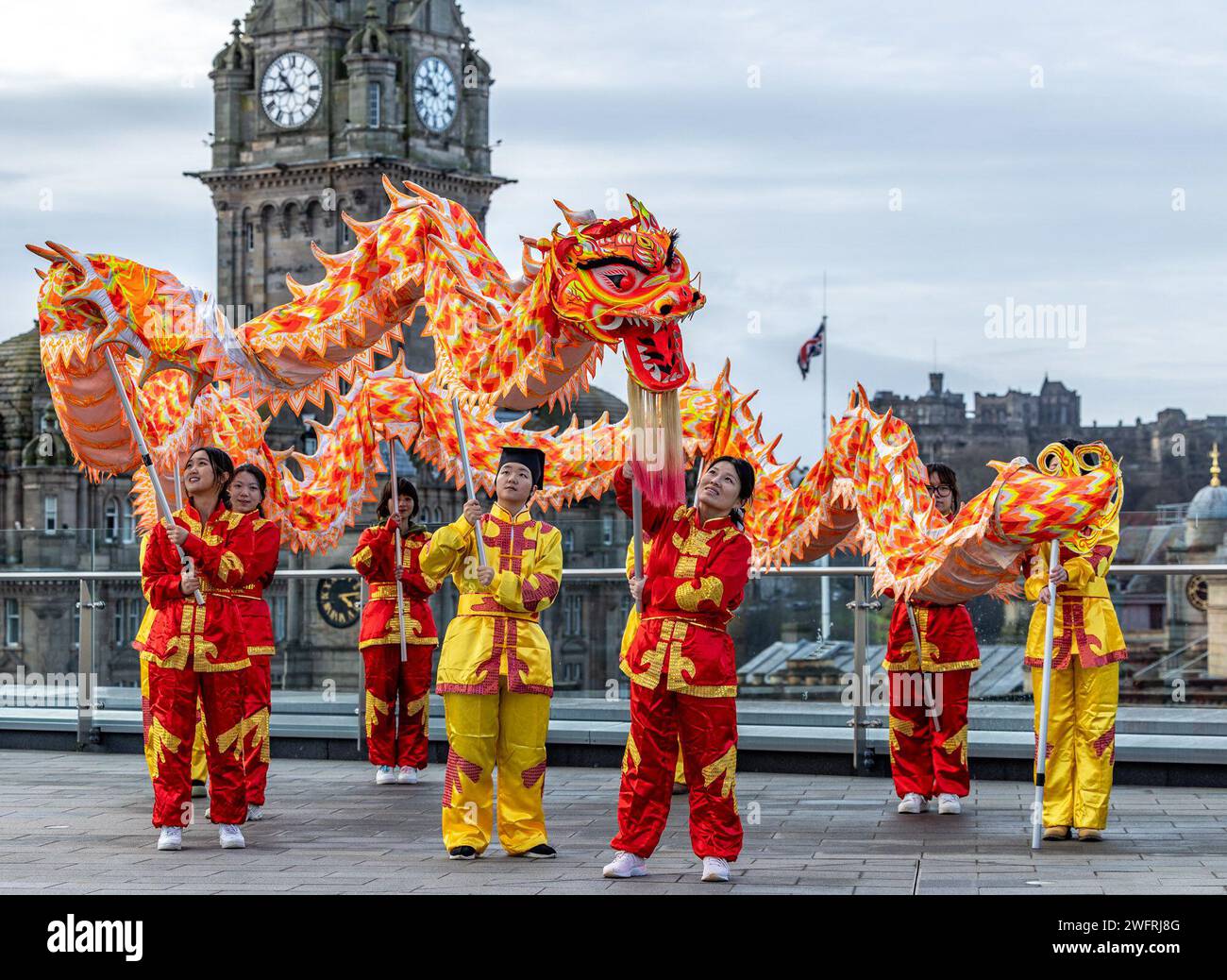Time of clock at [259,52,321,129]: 10:44
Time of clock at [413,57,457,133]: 10:45
